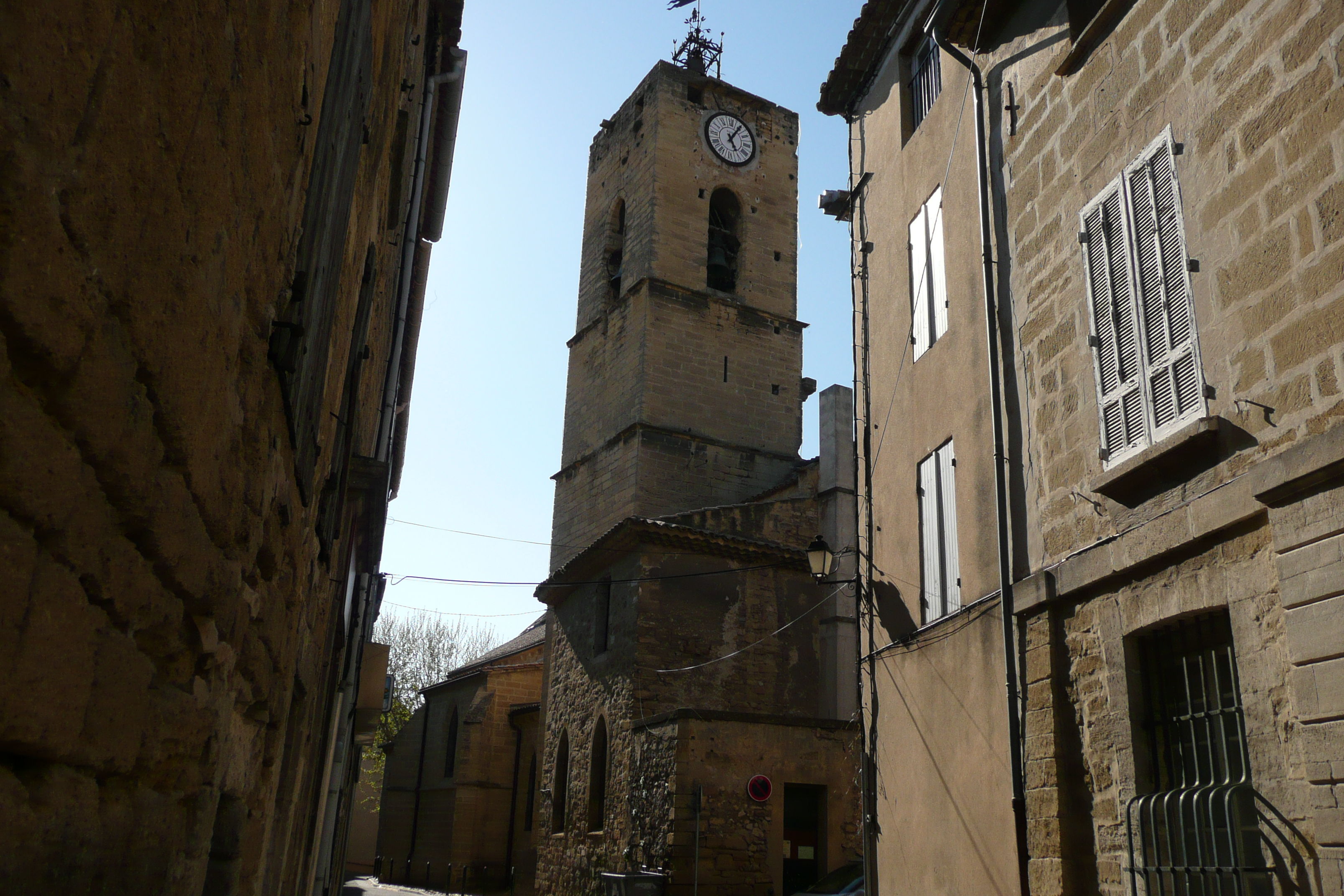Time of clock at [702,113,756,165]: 5:05
